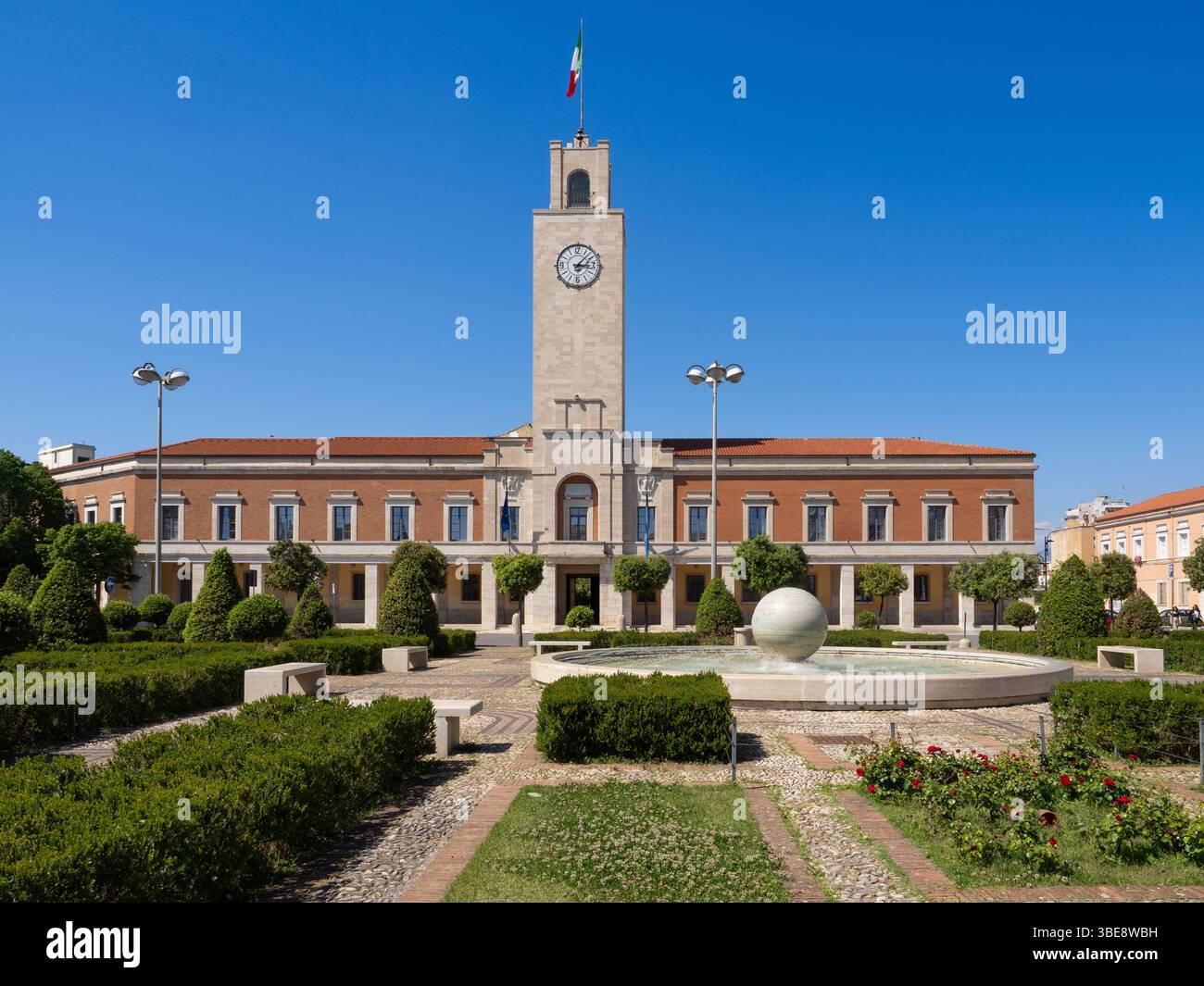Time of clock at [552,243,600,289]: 3:07
